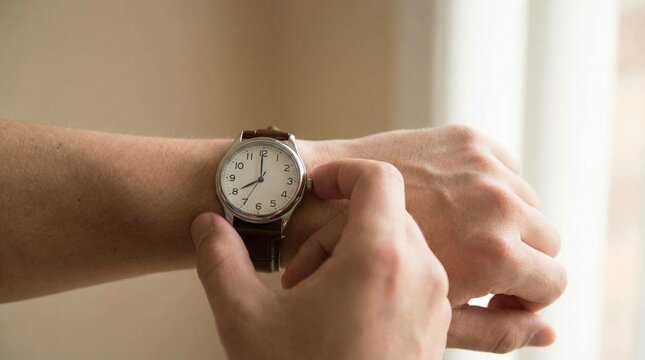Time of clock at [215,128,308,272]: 7:59
